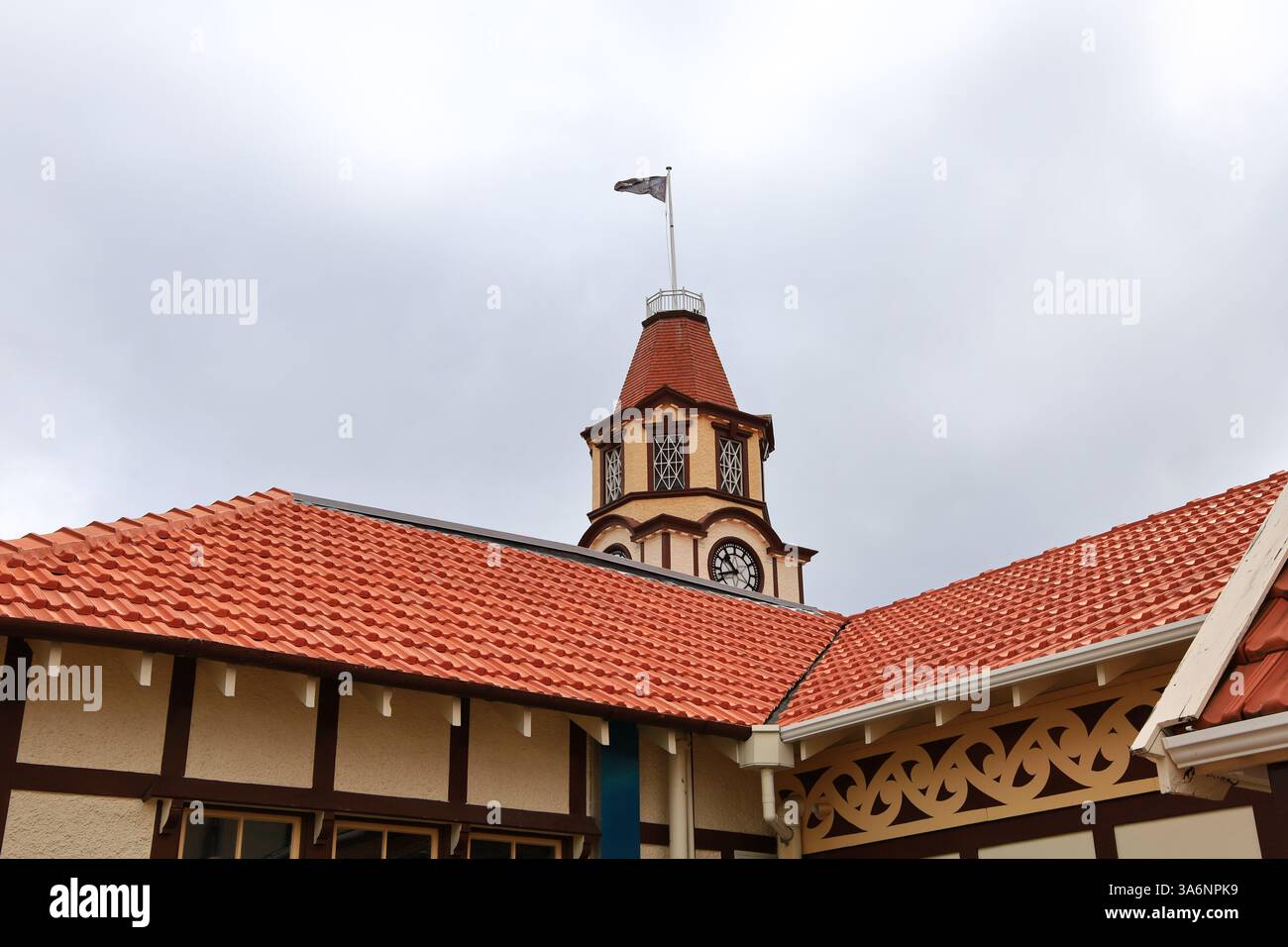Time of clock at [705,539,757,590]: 10:41
